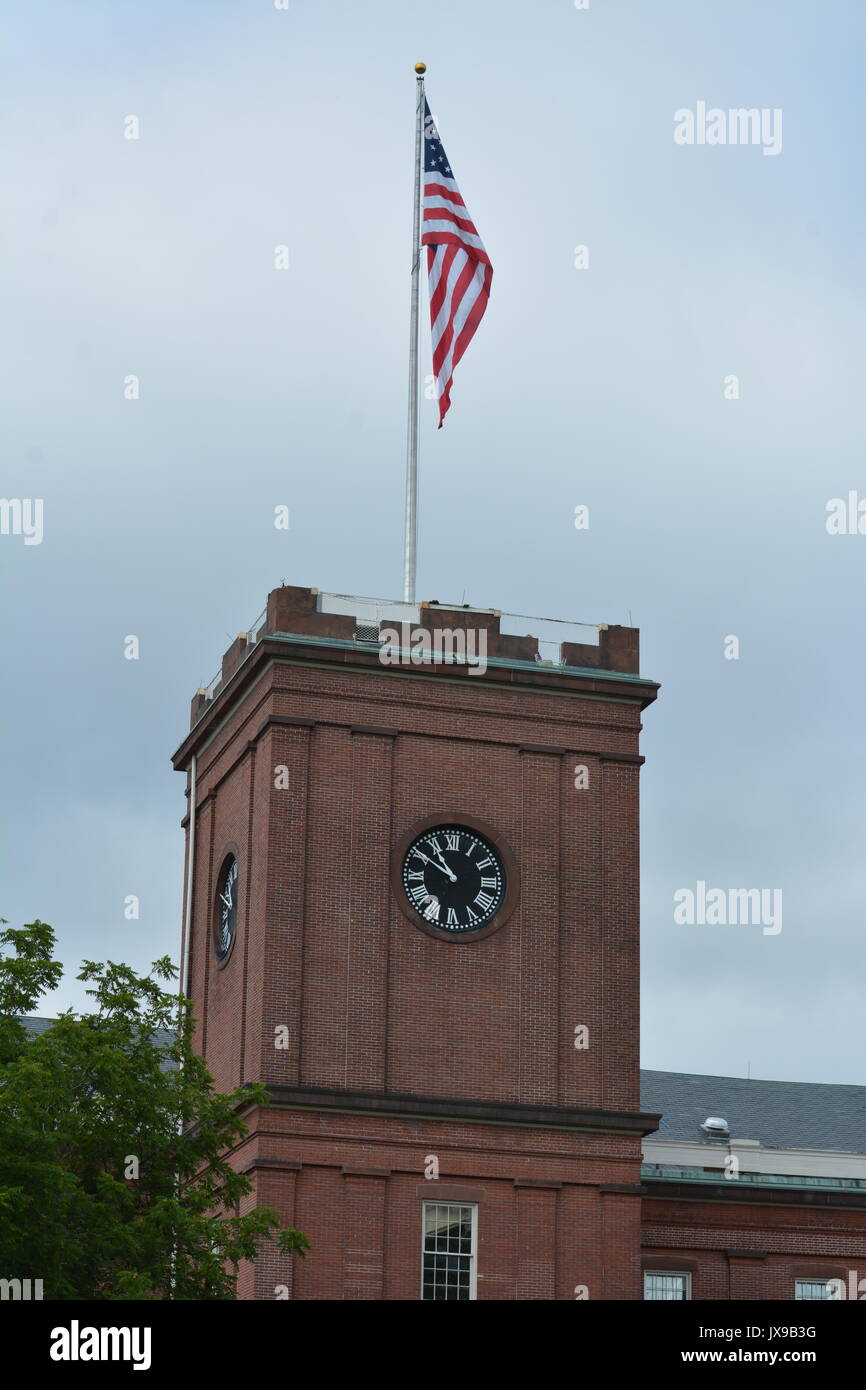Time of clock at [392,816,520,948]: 10:50
